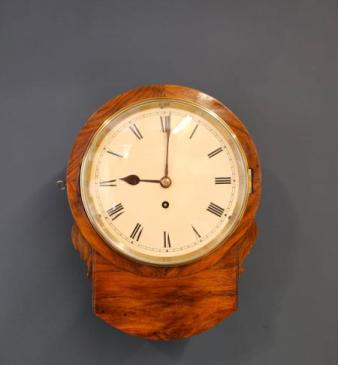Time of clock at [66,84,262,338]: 9:00
